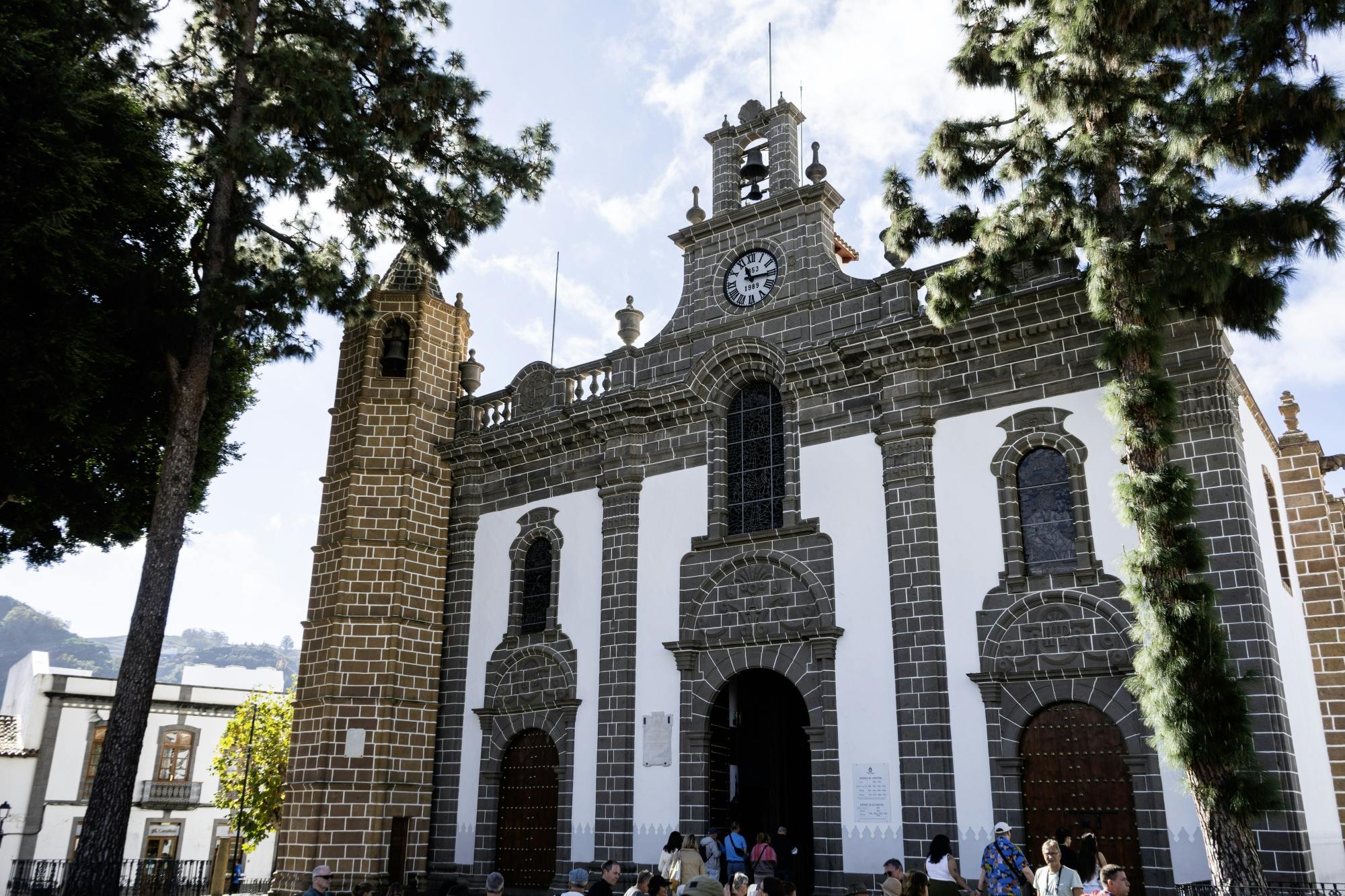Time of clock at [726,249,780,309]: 11:15
